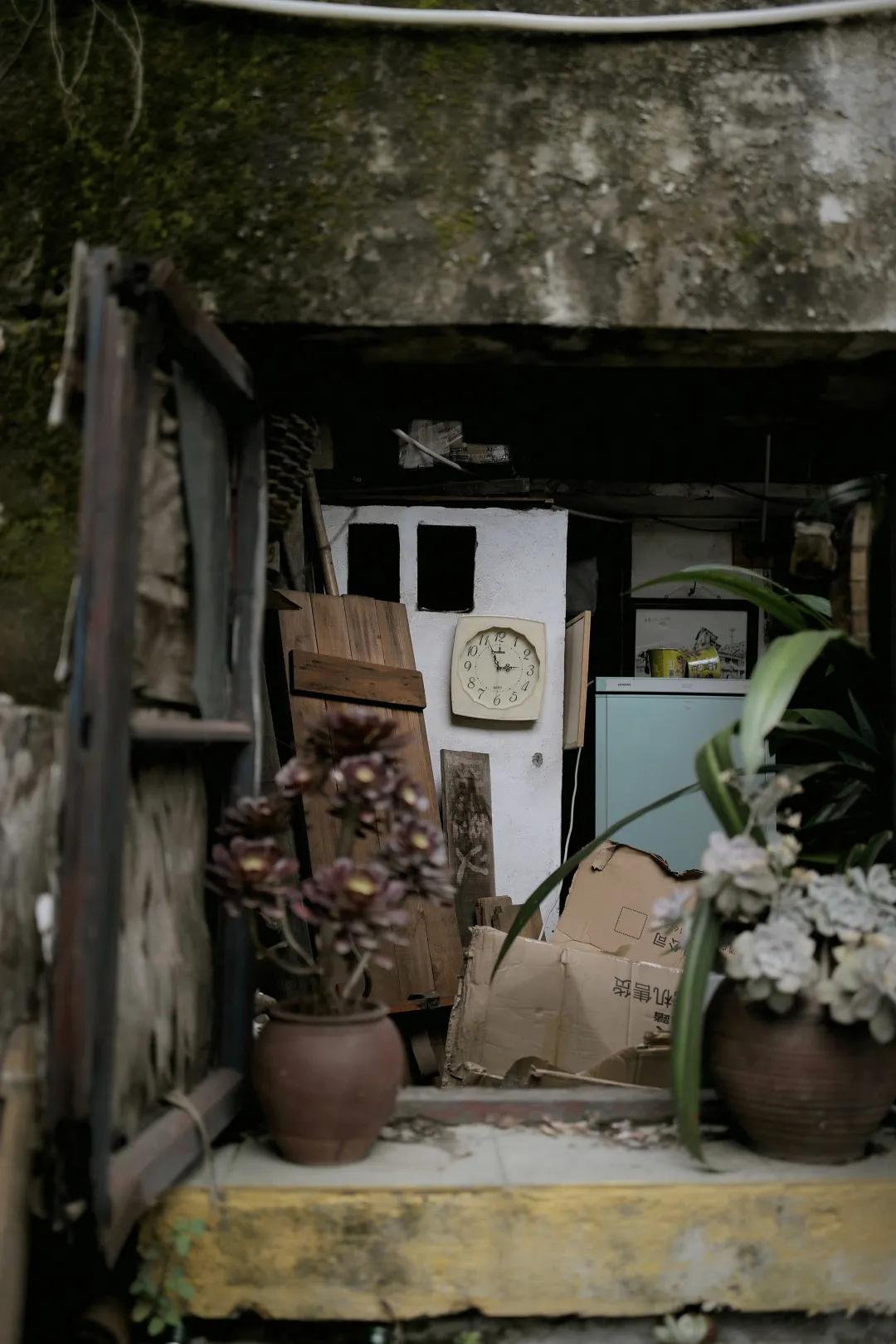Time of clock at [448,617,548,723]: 2:56
